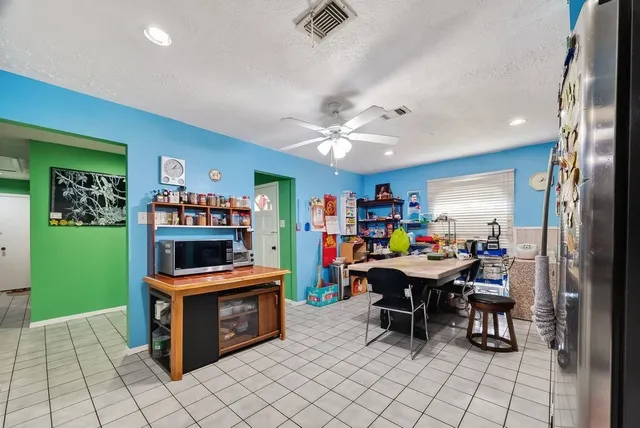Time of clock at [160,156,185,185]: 1:12
